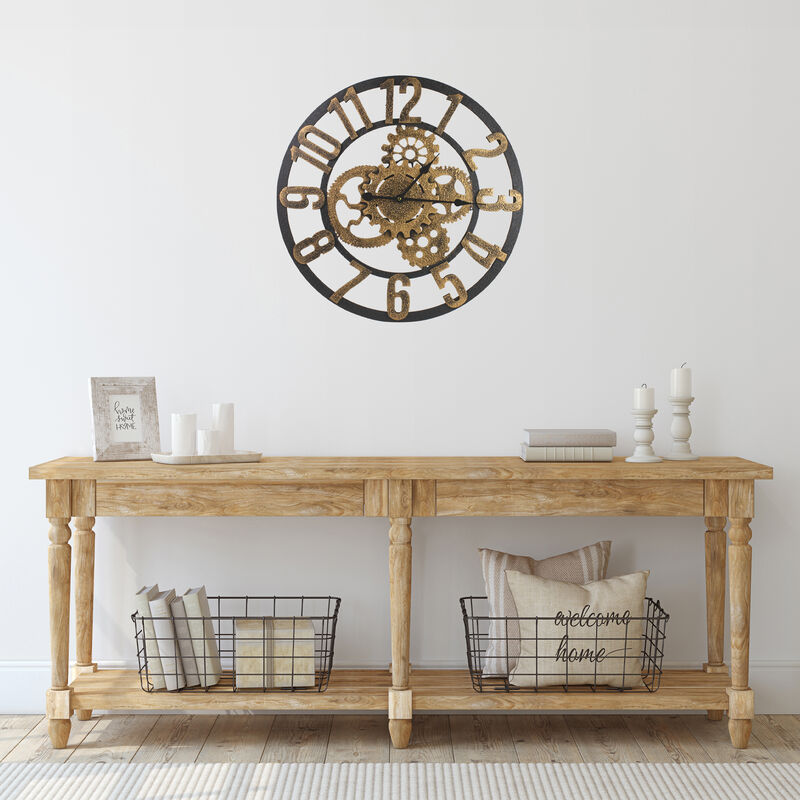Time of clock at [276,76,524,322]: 1:14
